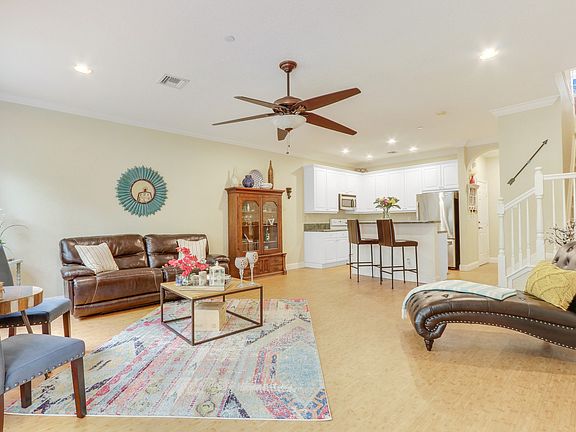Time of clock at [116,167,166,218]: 3:34
